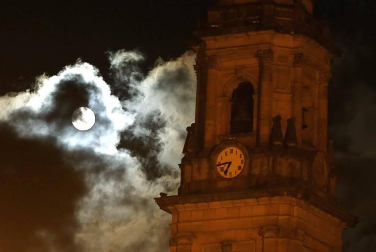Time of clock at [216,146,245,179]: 6:43
